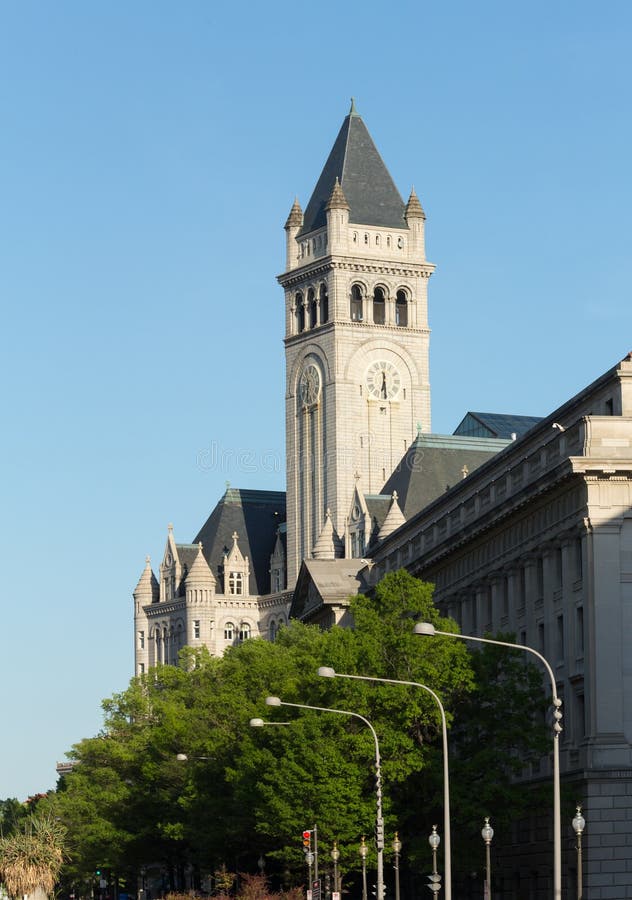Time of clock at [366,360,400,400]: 6:29
